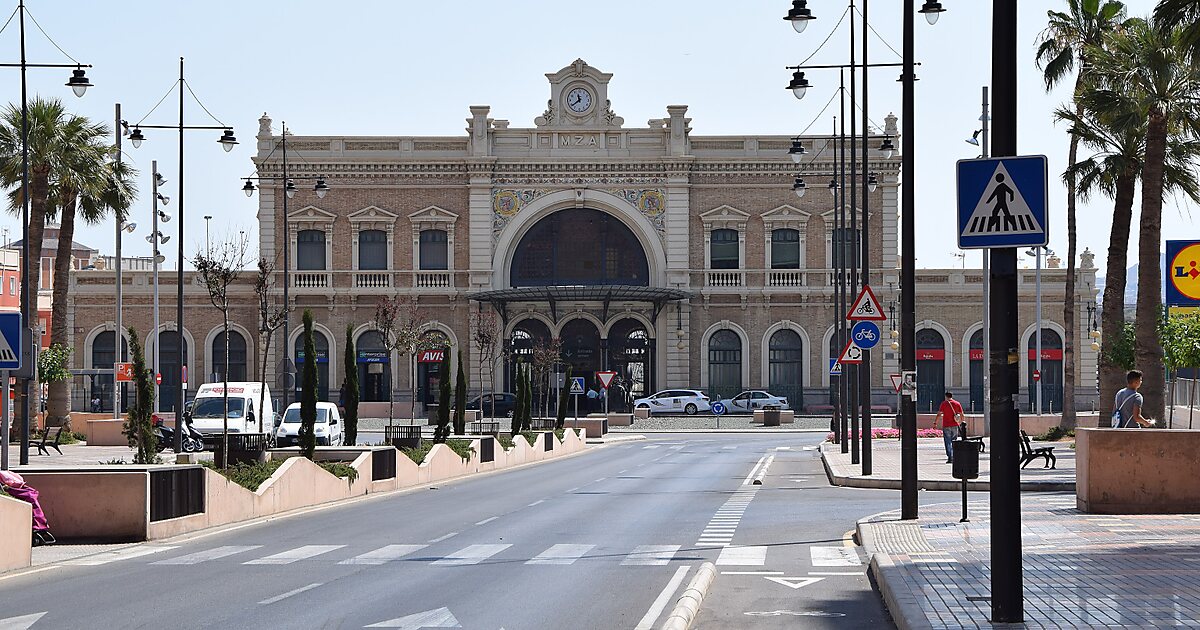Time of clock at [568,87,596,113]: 11:38
